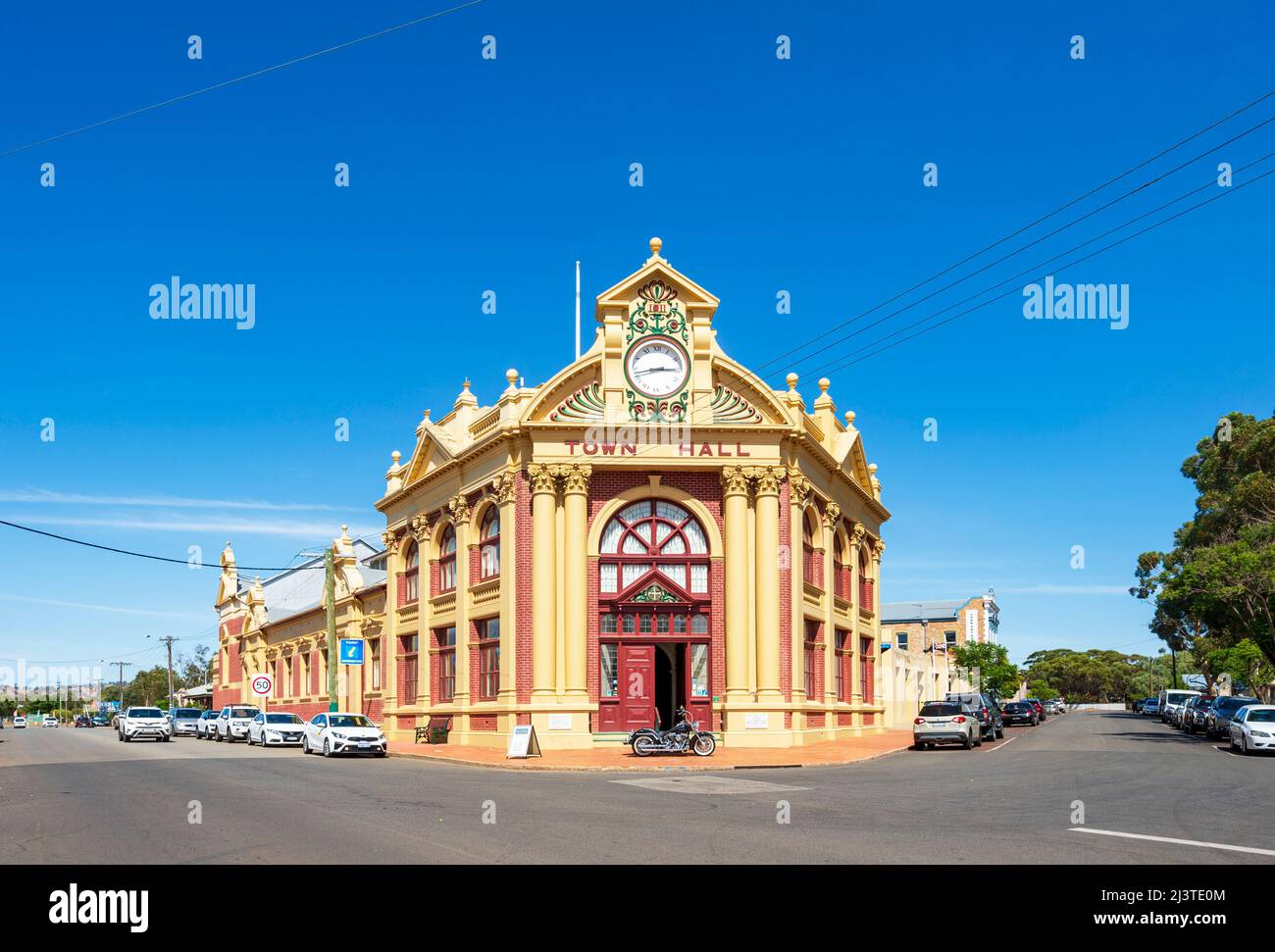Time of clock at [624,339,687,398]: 2:42
